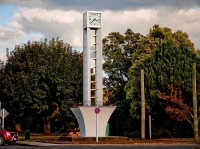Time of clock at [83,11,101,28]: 3:37
